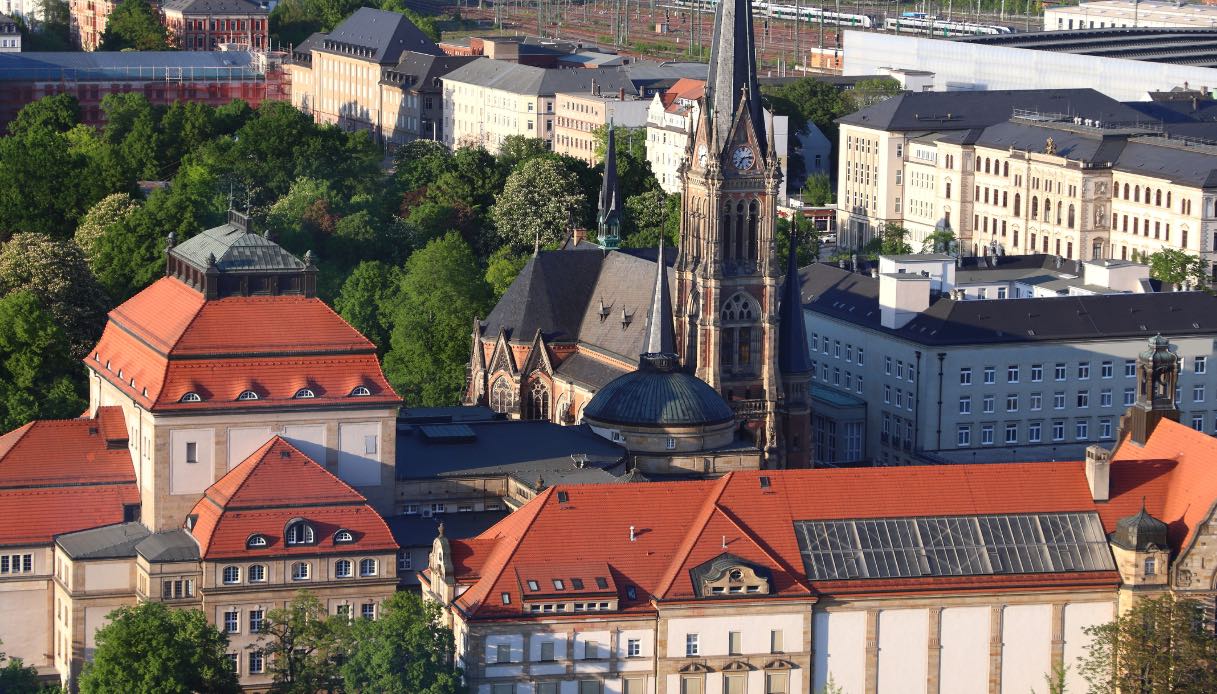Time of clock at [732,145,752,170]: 7:15
